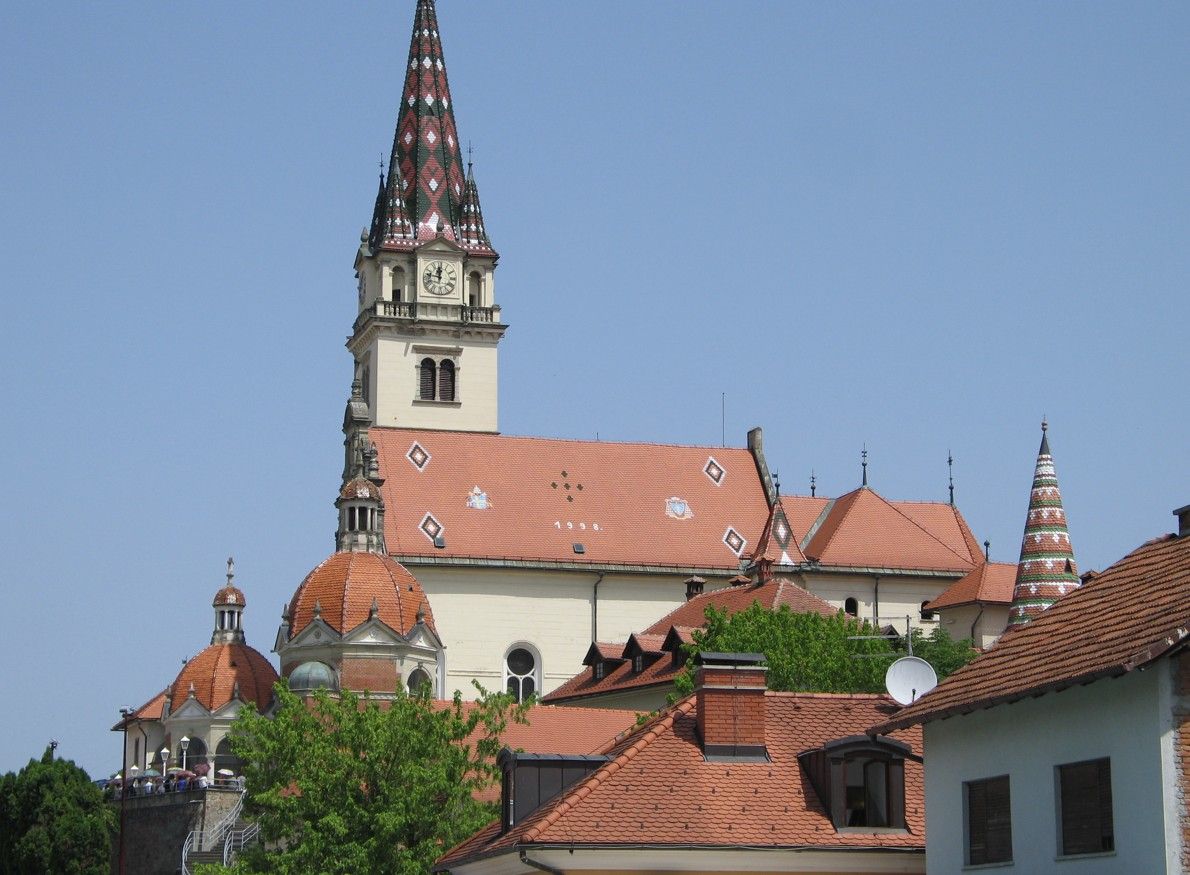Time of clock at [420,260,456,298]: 11:46
